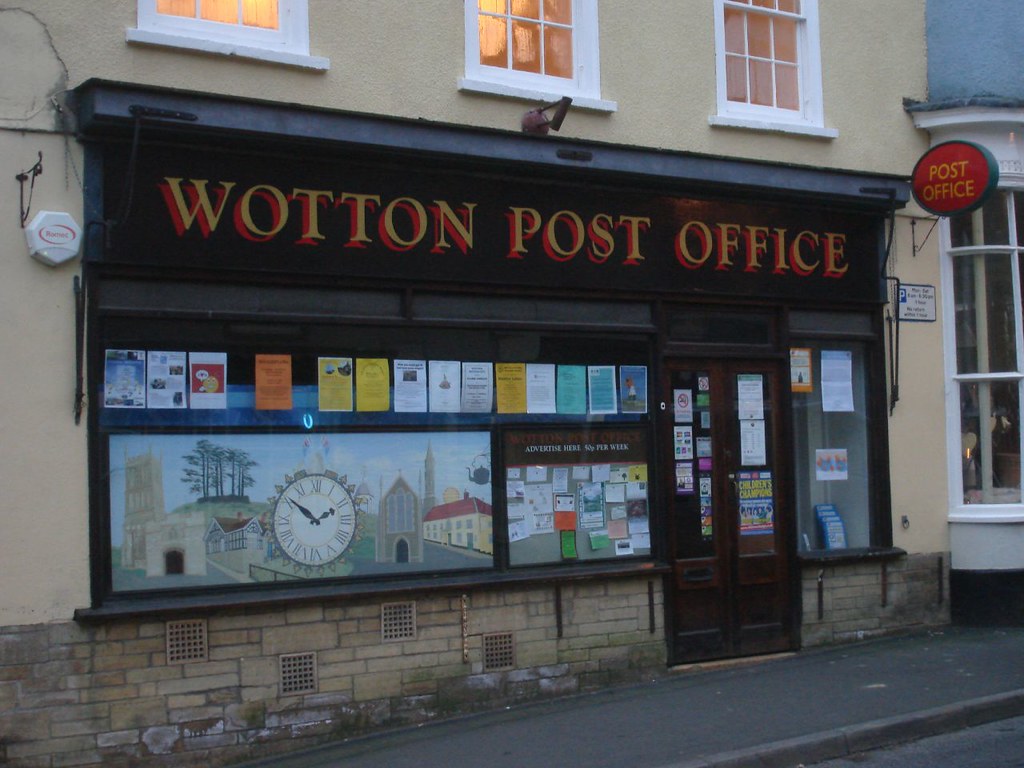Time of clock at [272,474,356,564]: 1:51
